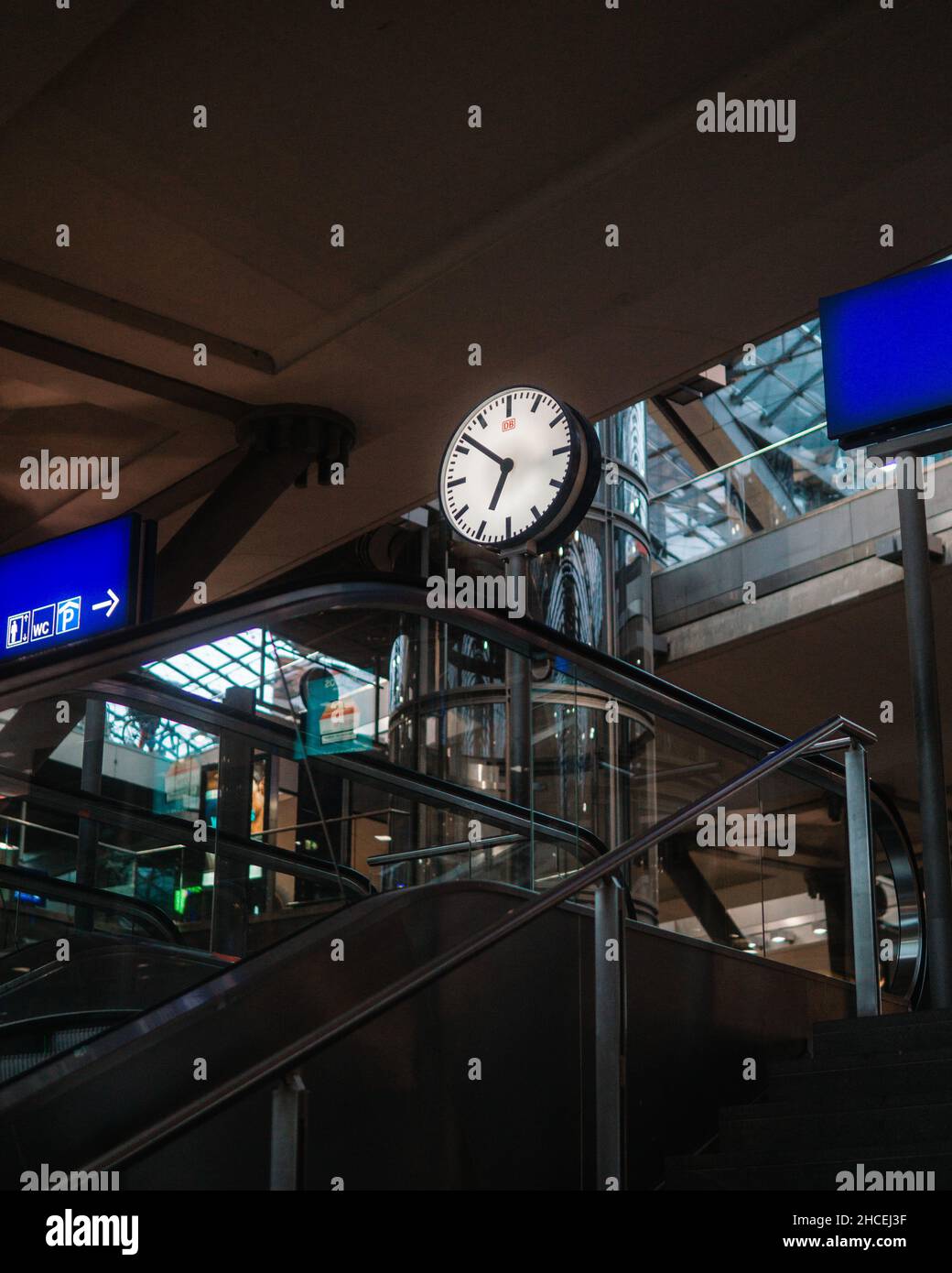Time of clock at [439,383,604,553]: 6:51
